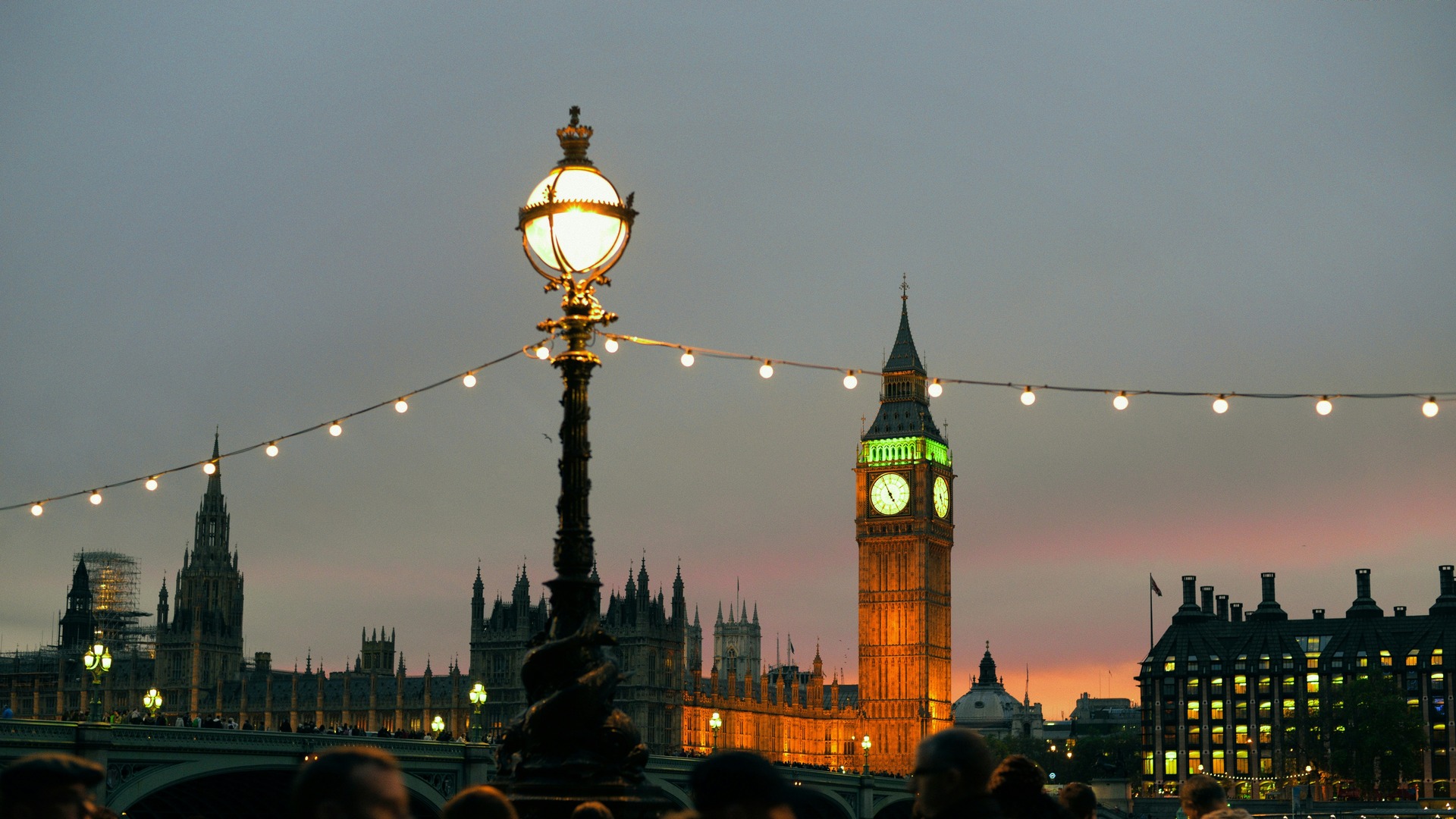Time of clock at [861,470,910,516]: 4:55
